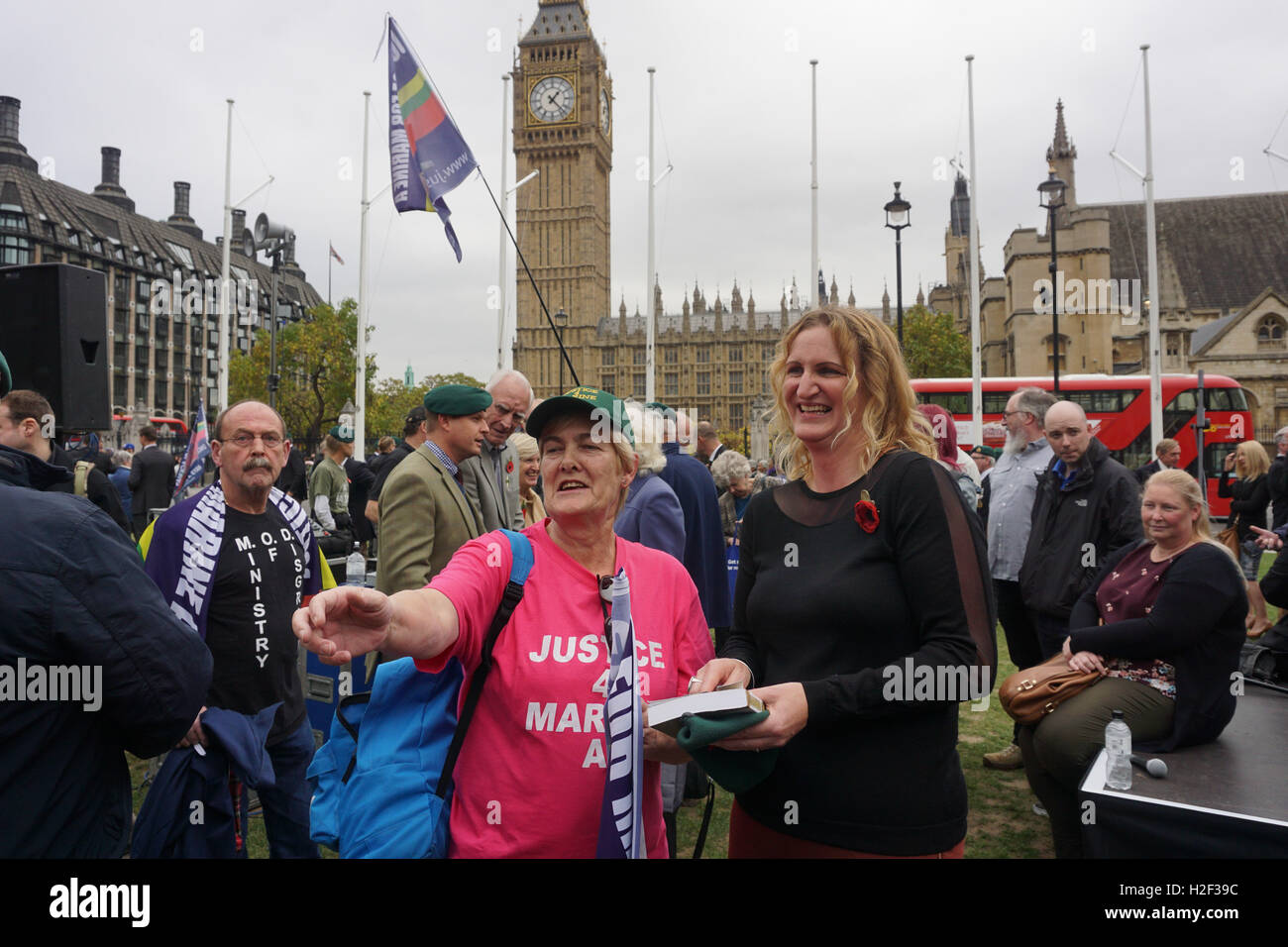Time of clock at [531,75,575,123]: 1:22
